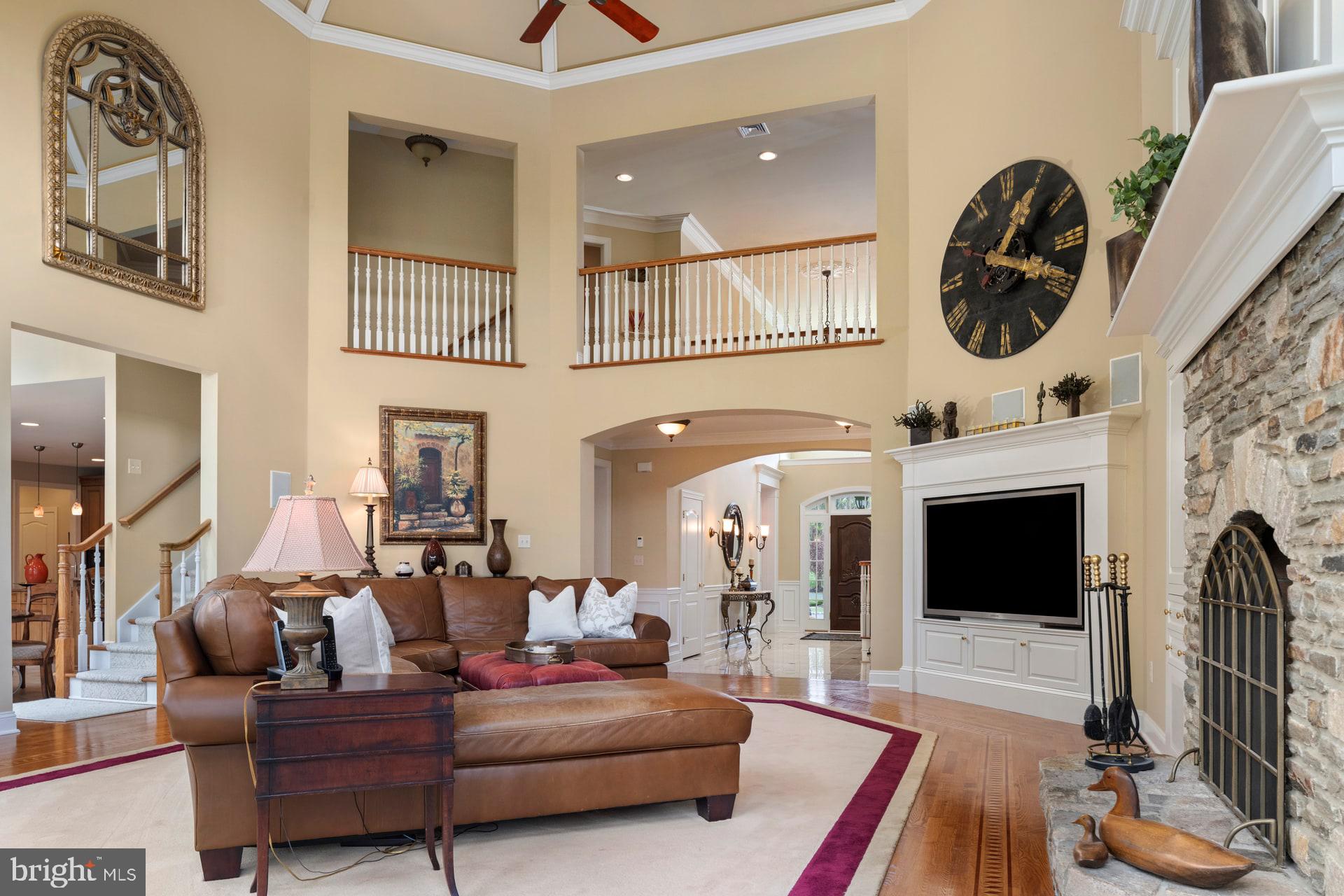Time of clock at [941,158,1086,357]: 1:18
